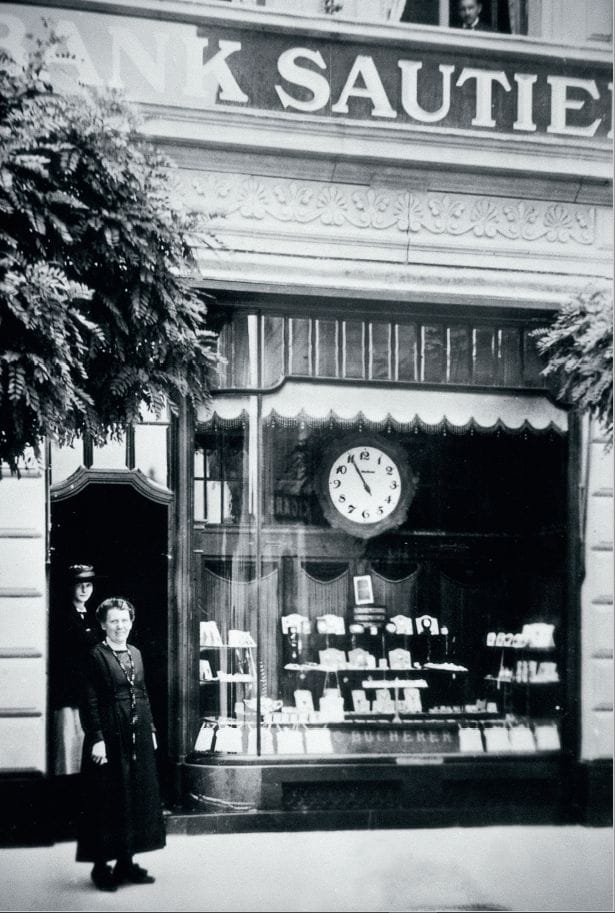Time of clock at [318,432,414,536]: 10:55
